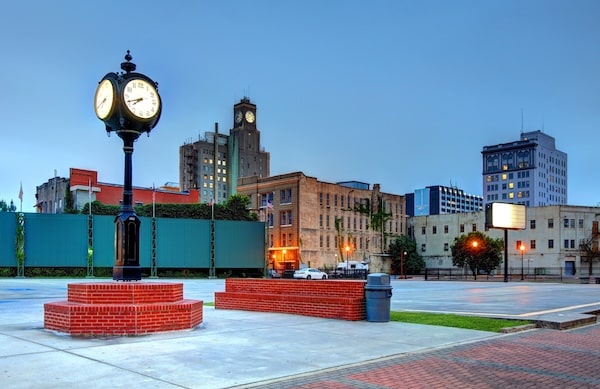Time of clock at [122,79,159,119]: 7:41
